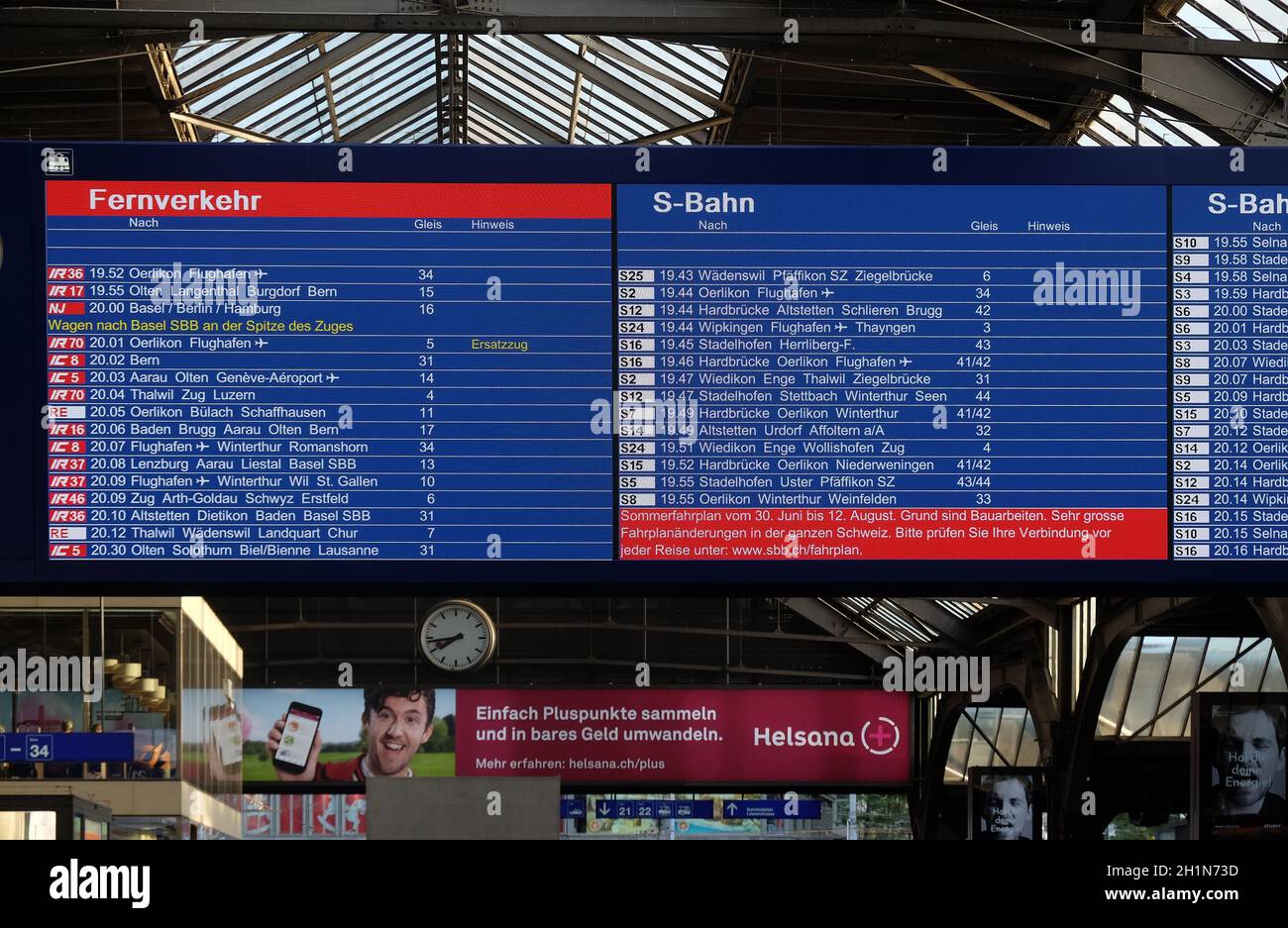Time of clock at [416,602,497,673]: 7:43
